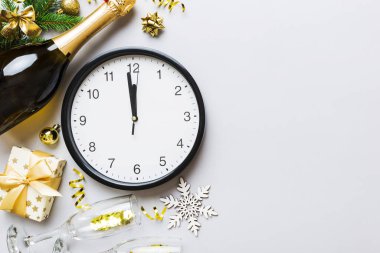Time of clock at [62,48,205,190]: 11:58
